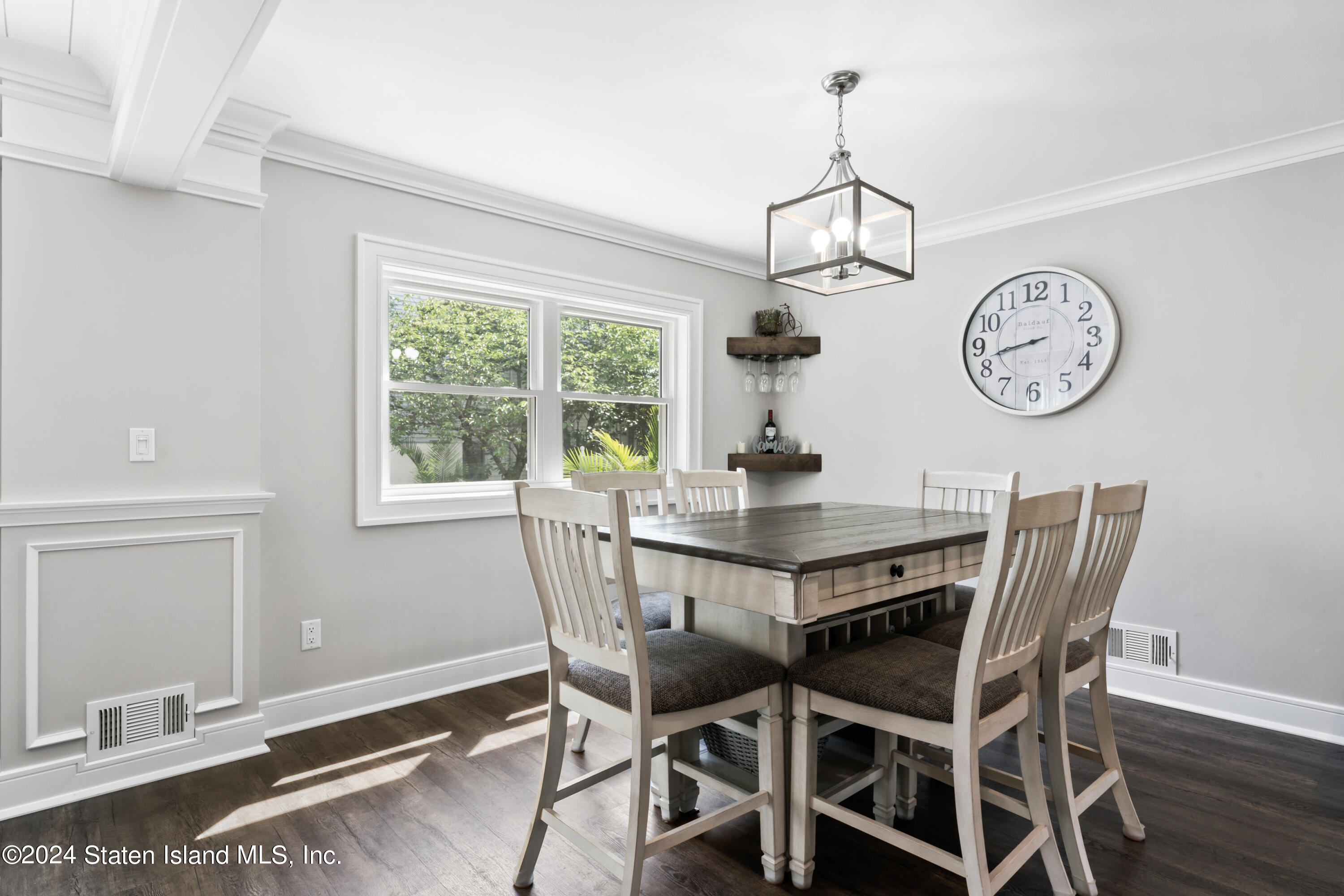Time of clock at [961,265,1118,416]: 8:42
